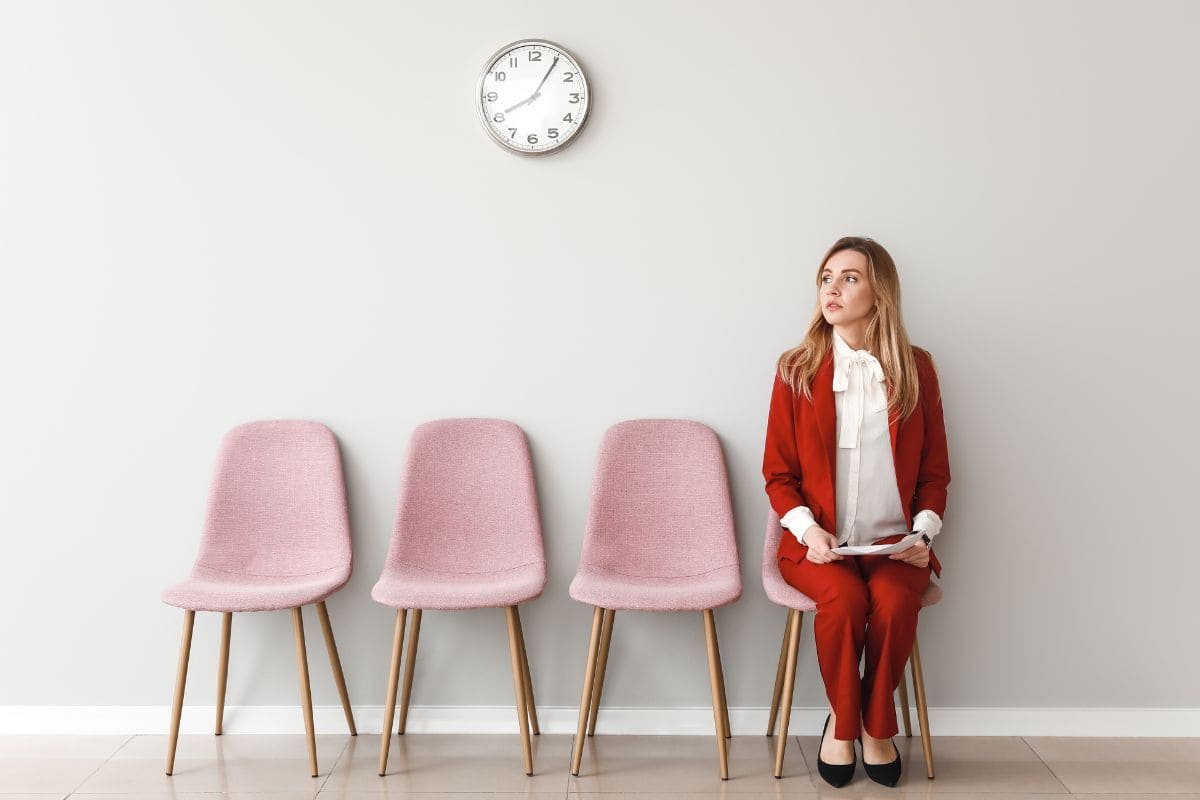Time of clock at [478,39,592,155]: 8:05
